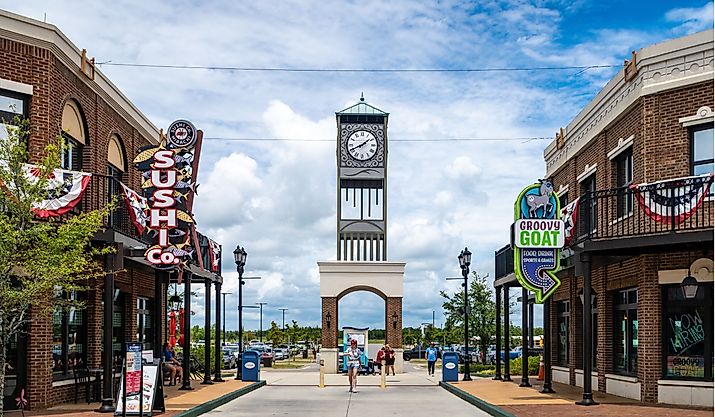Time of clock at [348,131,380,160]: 1:41
